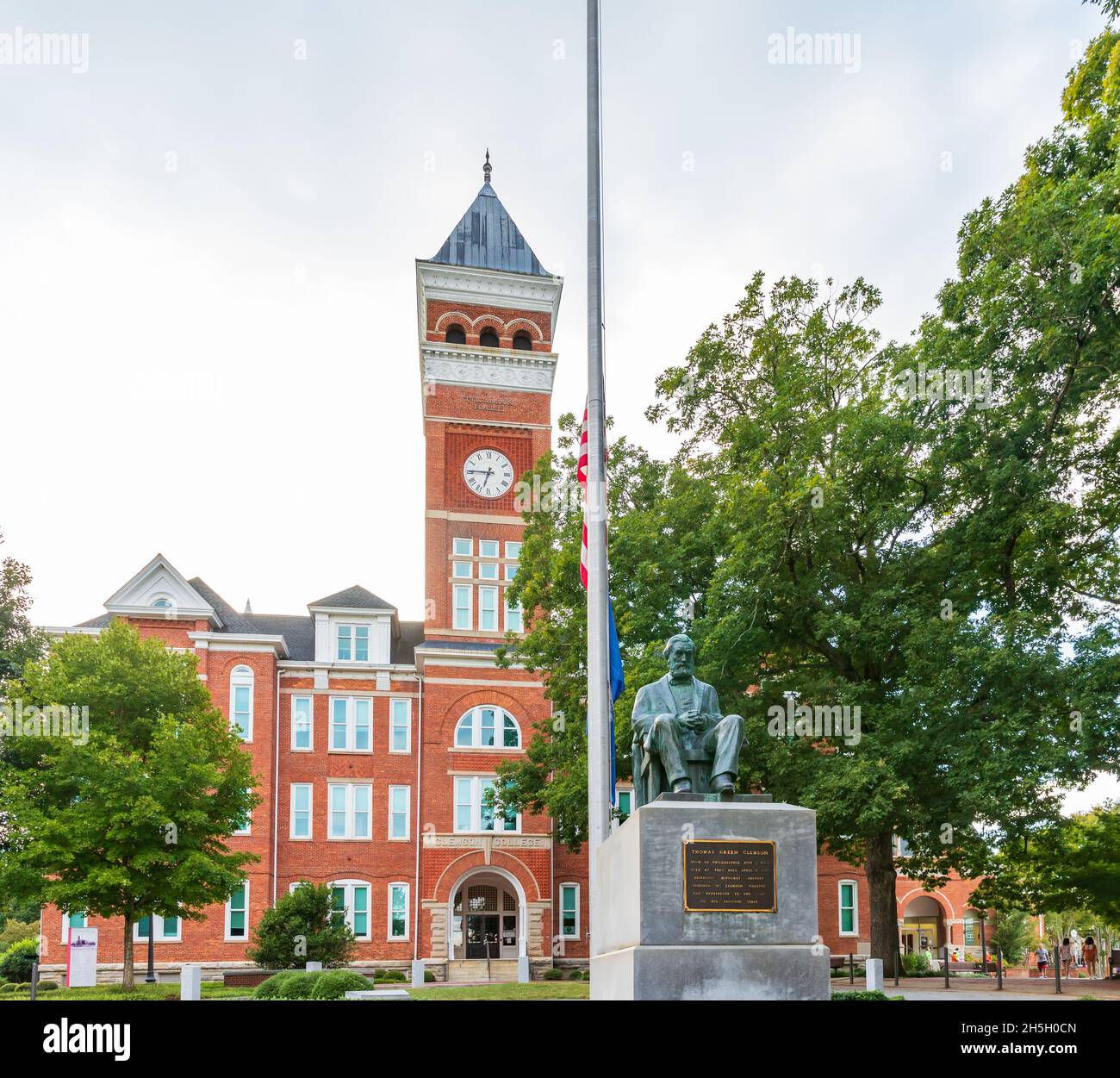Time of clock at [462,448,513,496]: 6:45
